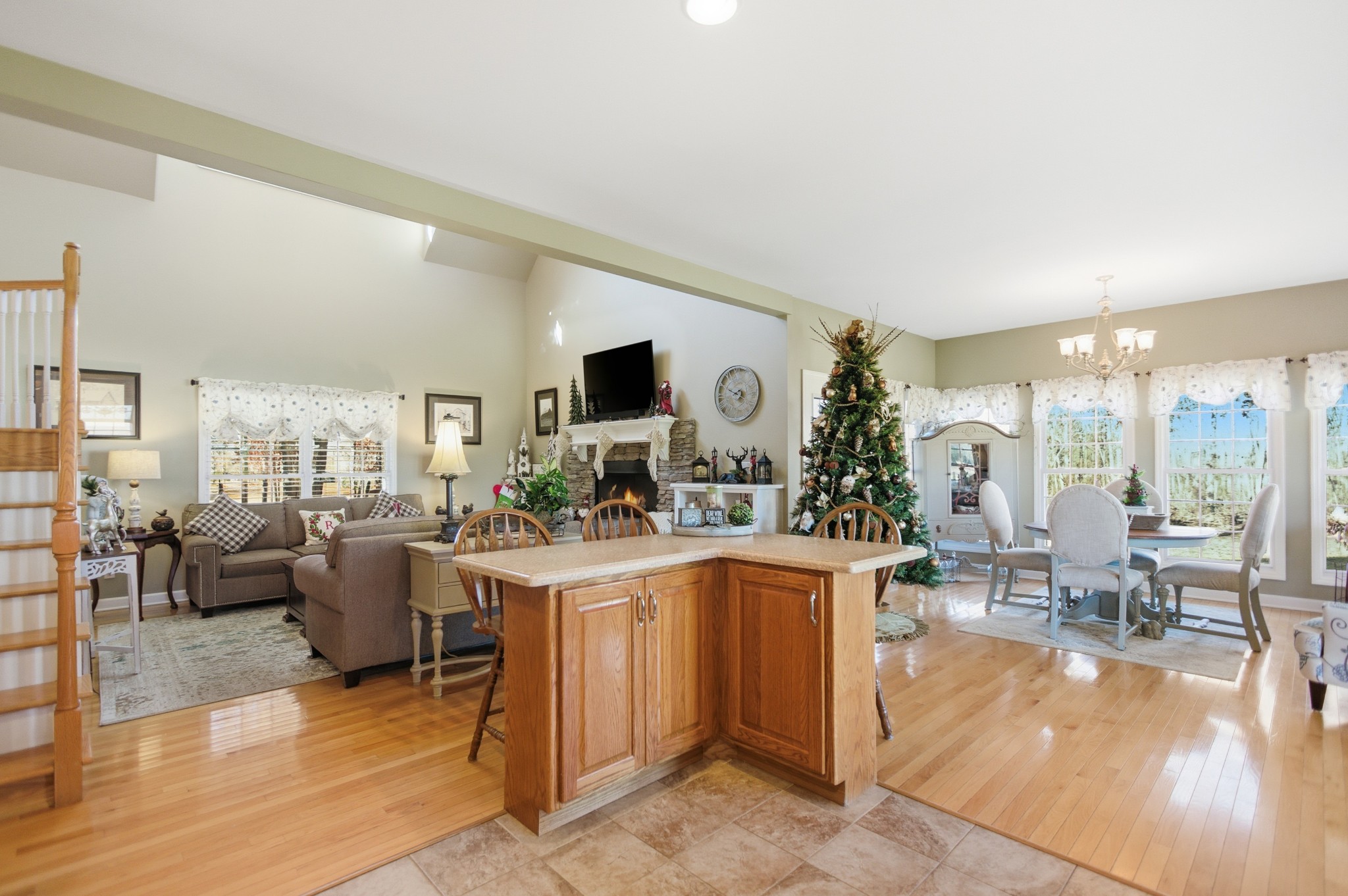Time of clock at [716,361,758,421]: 9:49
